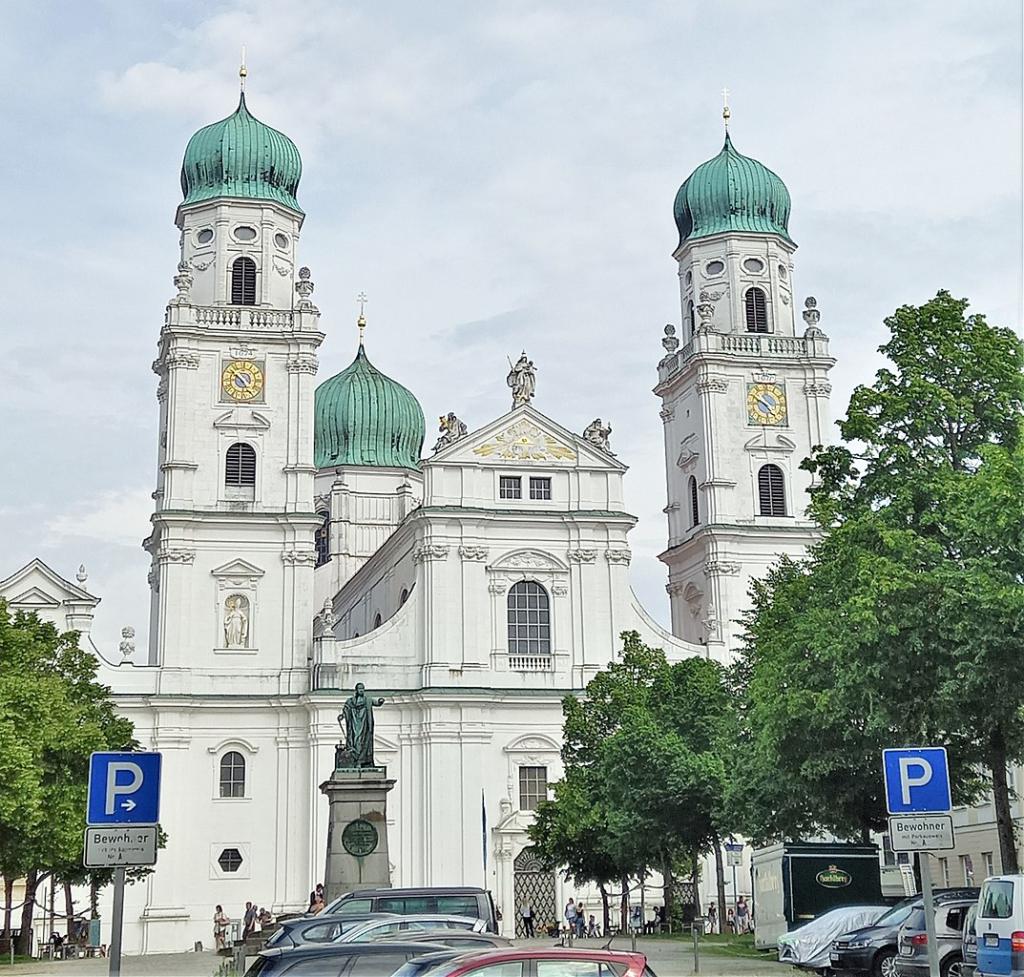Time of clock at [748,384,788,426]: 4:49
